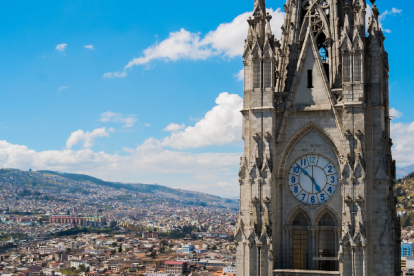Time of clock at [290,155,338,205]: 4:52
